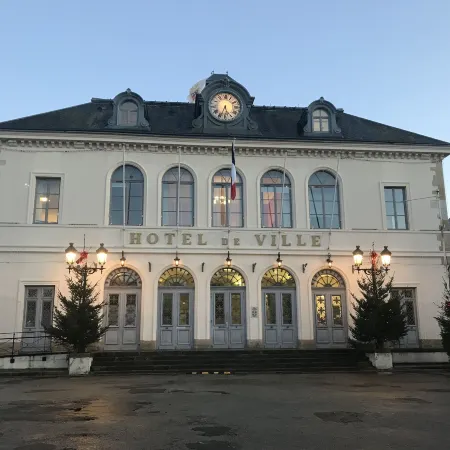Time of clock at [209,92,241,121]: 5:33
